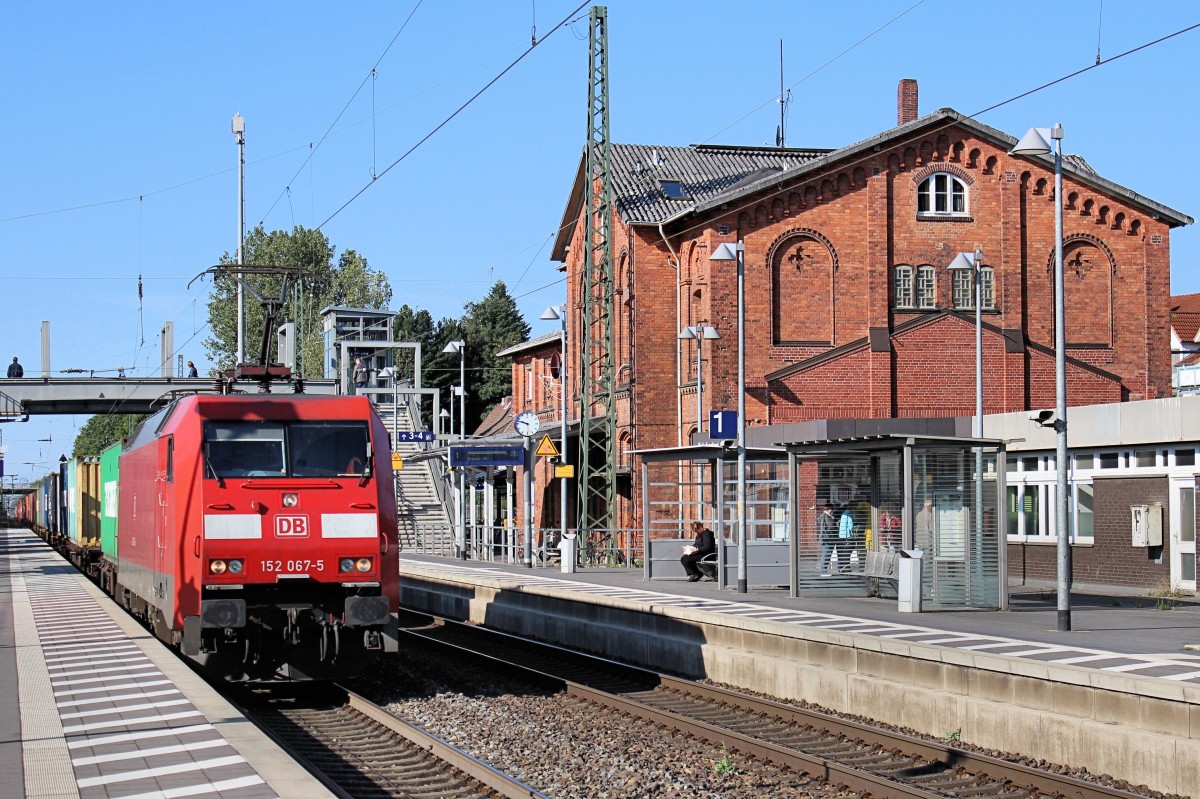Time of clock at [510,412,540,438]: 9:47
